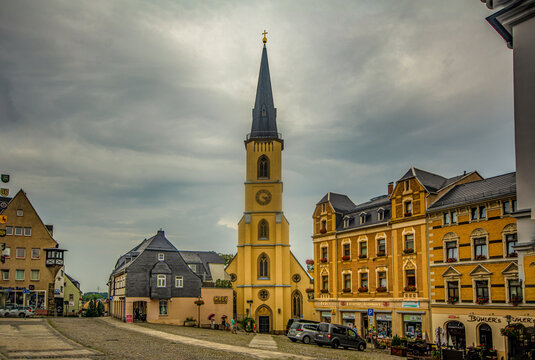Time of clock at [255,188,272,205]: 3:22
